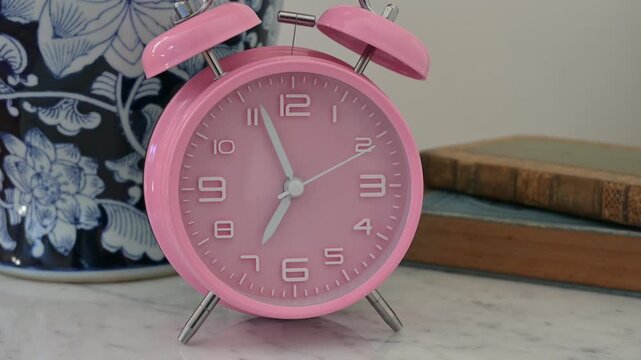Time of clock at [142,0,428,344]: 6:56
